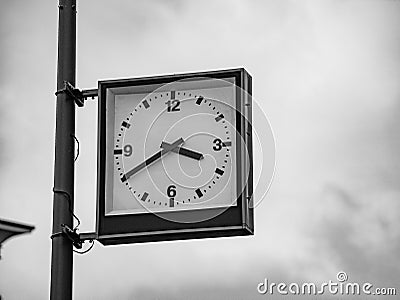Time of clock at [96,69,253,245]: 3:40
